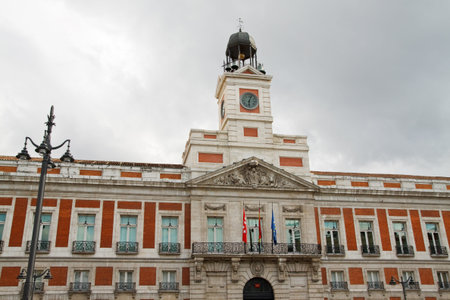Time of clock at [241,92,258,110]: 6:03
